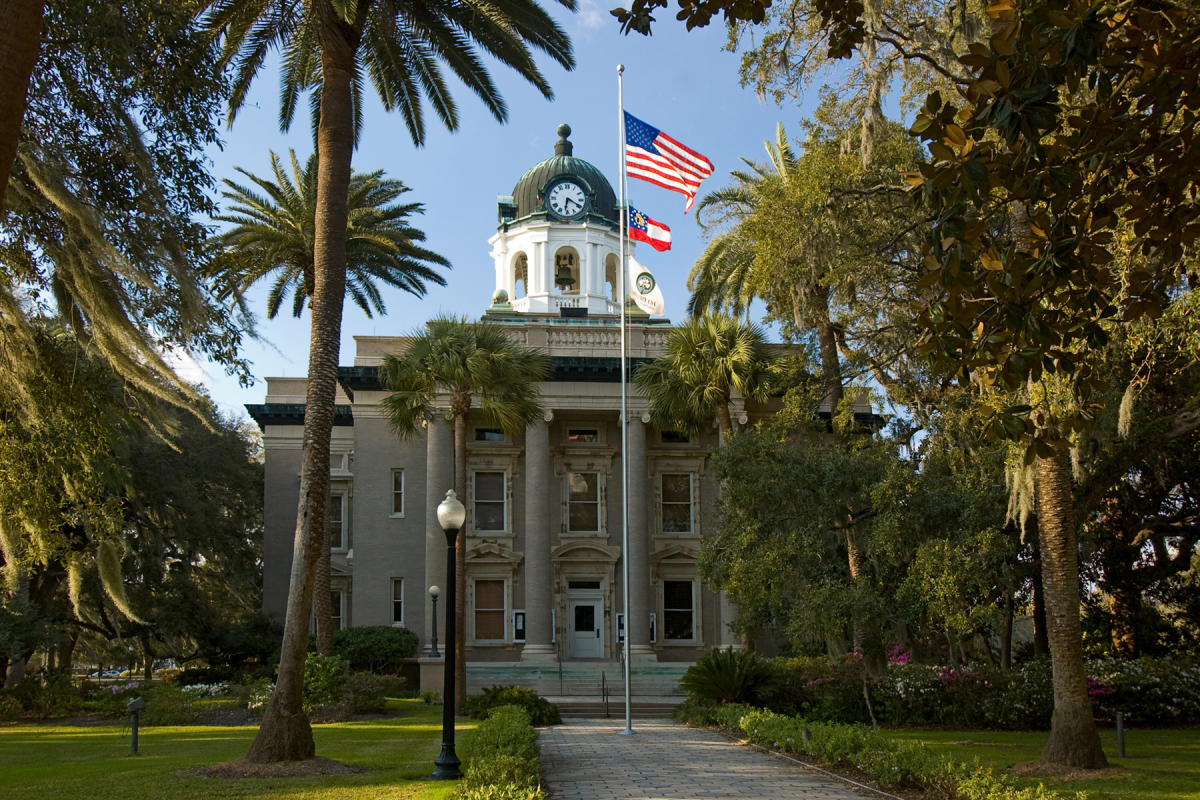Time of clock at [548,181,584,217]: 6:19
